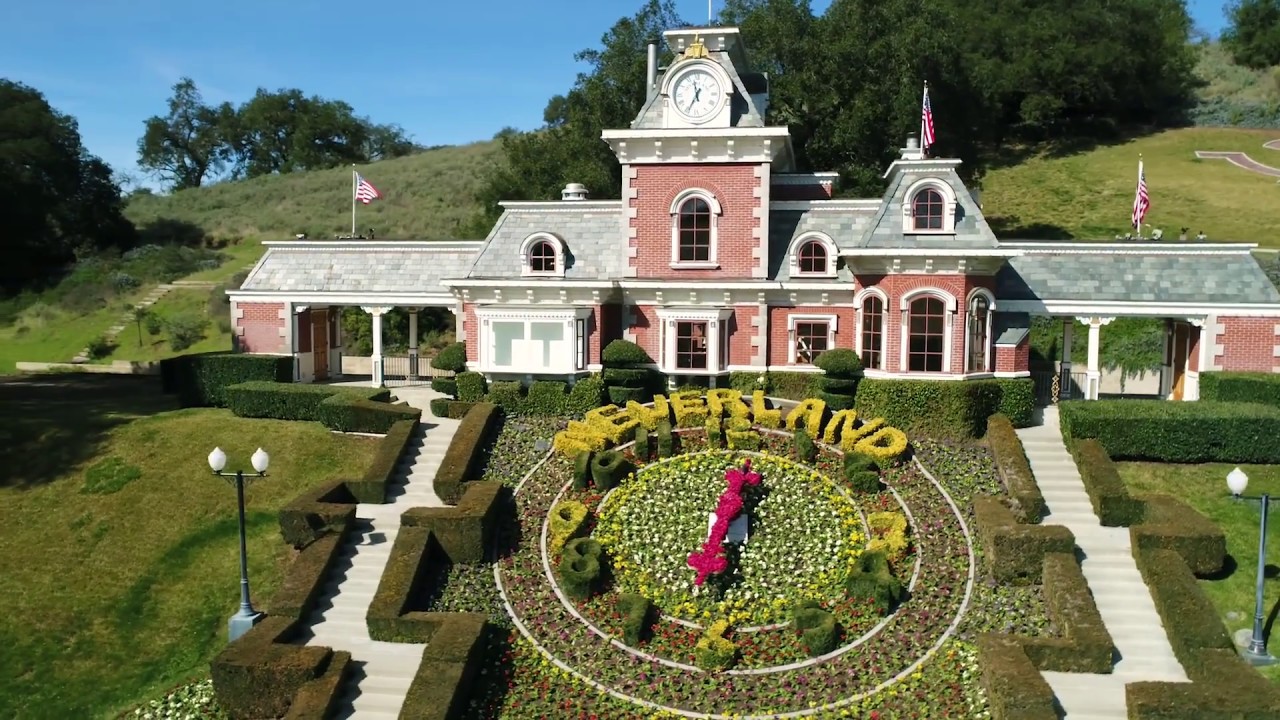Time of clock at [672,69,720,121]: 11:34
